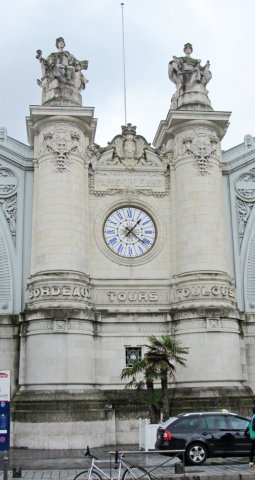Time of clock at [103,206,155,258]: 1:21
